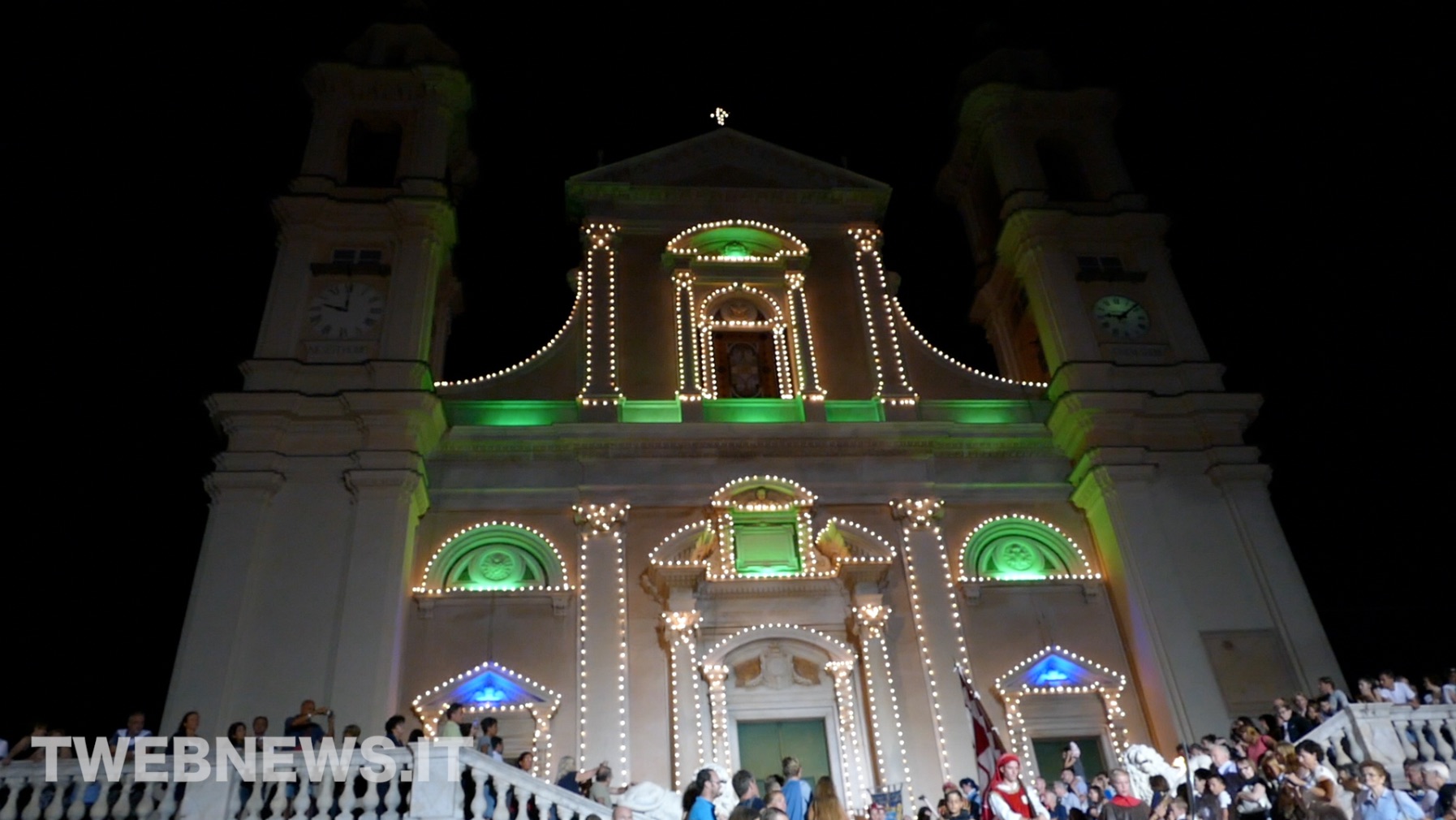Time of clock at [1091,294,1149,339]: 9:08
